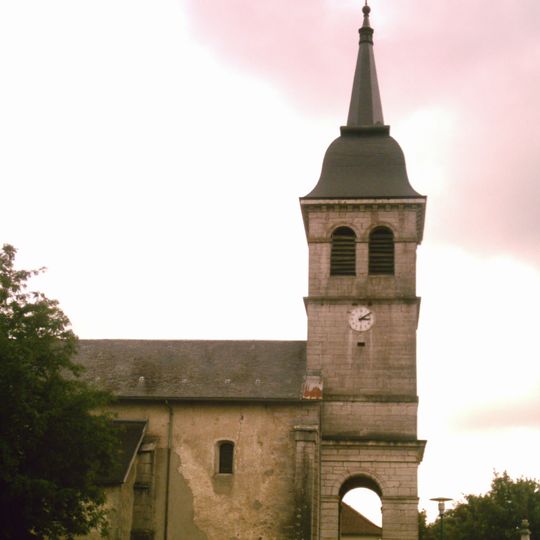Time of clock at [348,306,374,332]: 3:09
